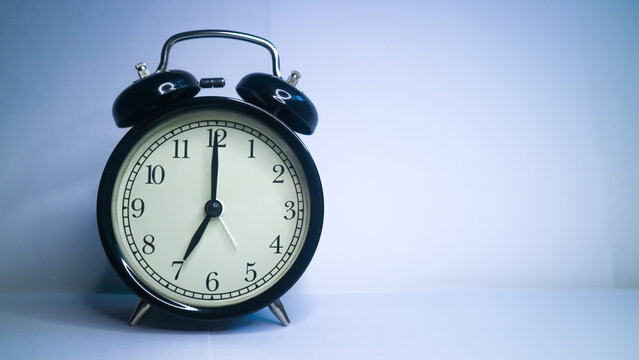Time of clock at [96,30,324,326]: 7:00
